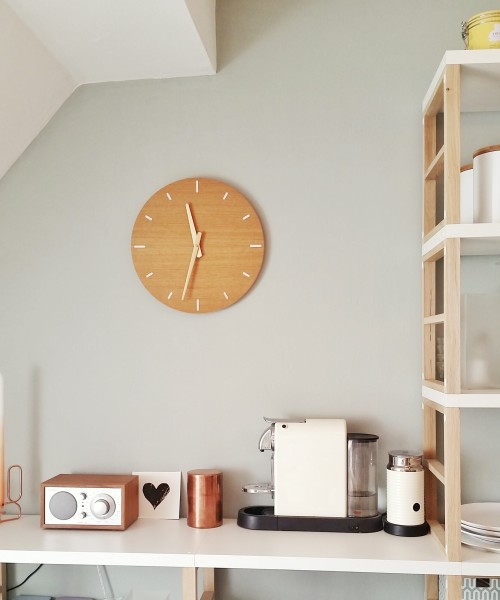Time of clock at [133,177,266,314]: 11:32
